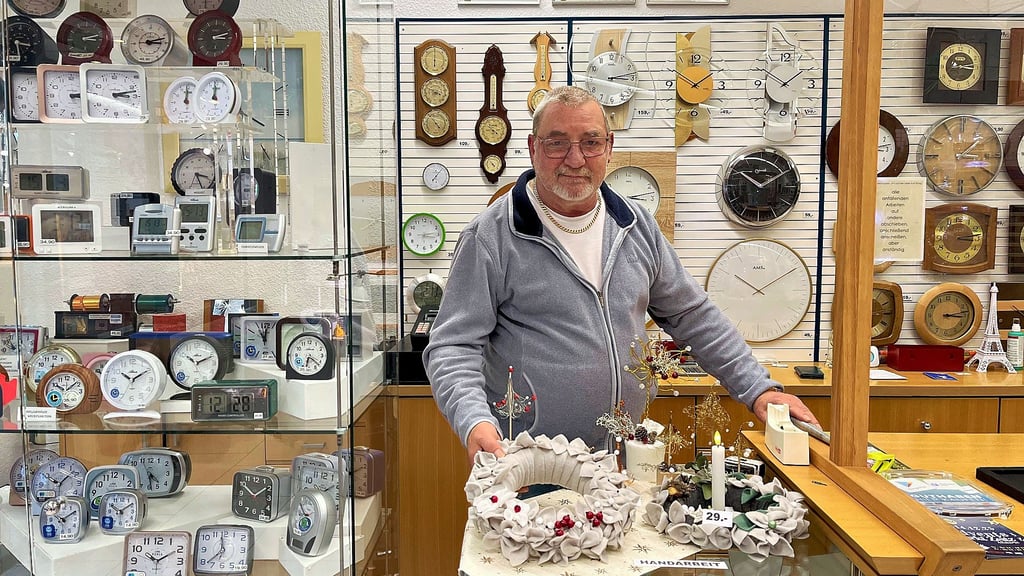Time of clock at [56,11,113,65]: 3:12
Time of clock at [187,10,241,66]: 3:12
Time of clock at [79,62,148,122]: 3:12
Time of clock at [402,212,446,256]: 3:13
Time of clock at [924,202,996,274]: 3:13
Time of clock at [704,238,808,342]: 10:09
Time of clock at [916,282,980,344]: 3:13
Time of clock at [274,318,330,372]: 6:21
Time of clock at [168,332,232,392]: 10:11
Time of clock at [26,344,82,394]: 10:08
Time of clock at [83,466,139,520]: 10:09
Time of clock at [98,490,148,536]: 10:09
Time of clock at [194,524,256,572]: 11:38
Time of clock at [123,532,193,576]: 10:09
